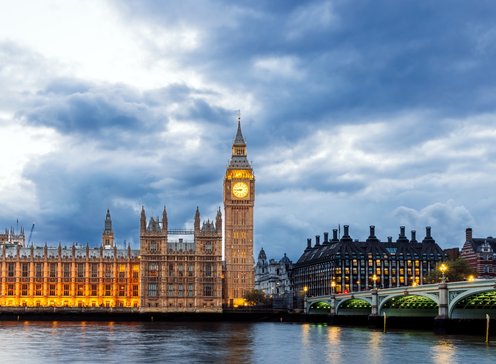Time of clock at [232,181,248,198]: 8:45
